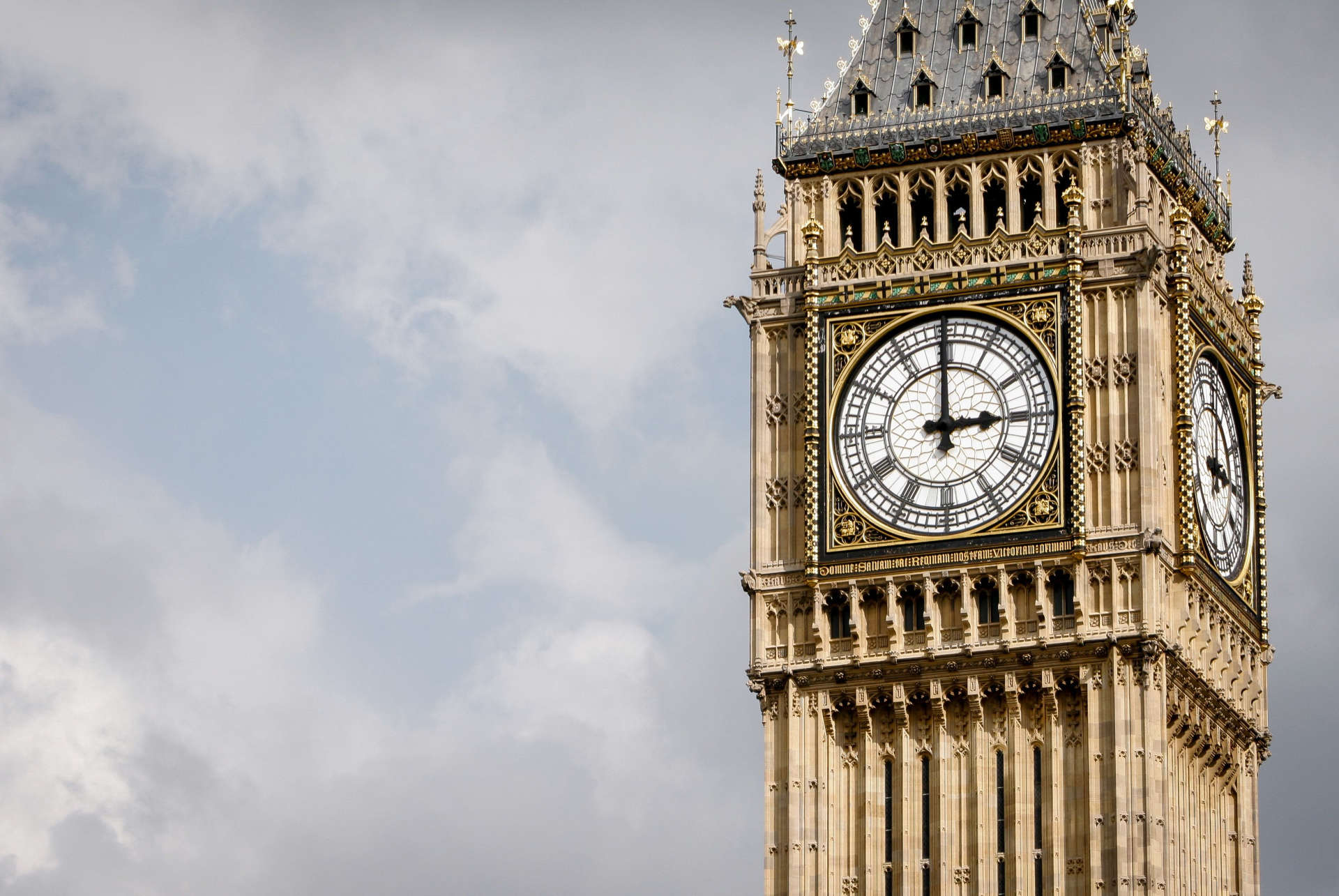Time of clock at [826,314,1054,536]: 2:59
